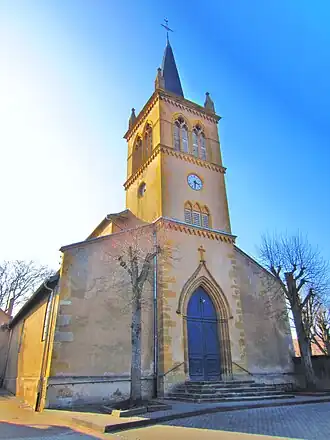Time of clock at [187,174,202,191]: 3:31
